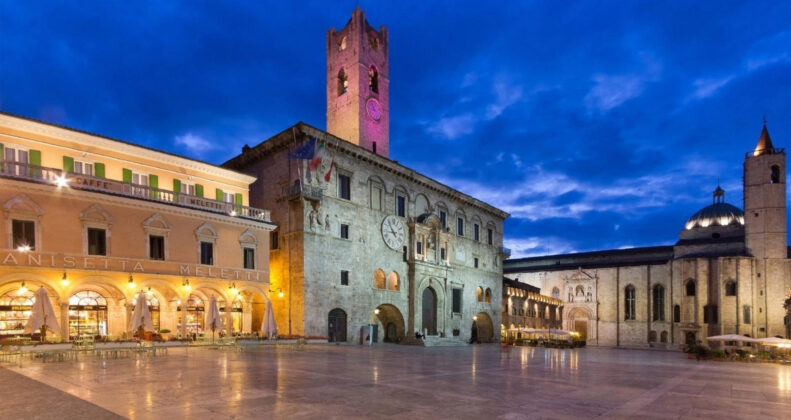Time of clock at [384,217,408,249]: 8:53
